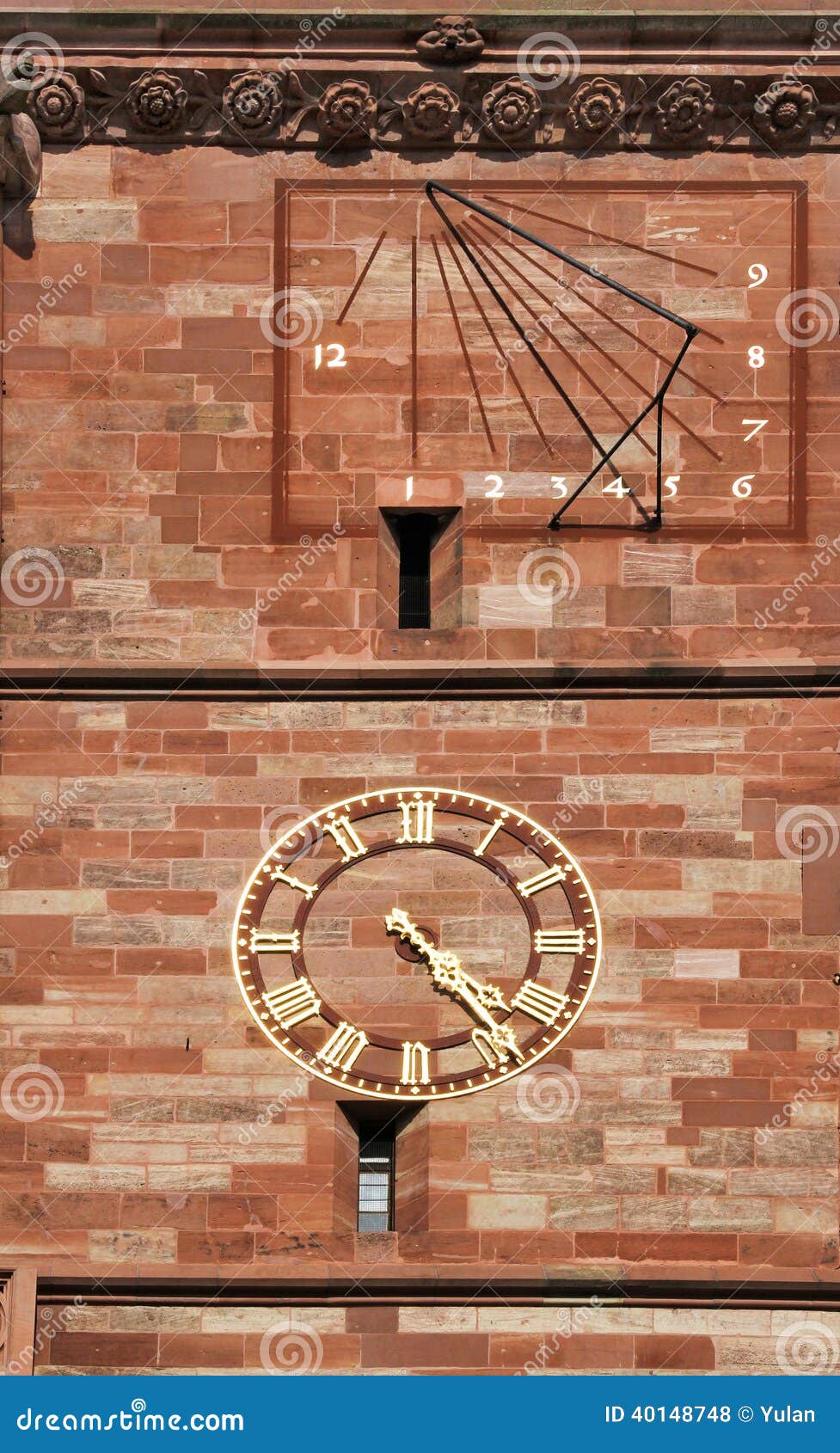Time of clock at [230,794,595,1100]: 4:23
